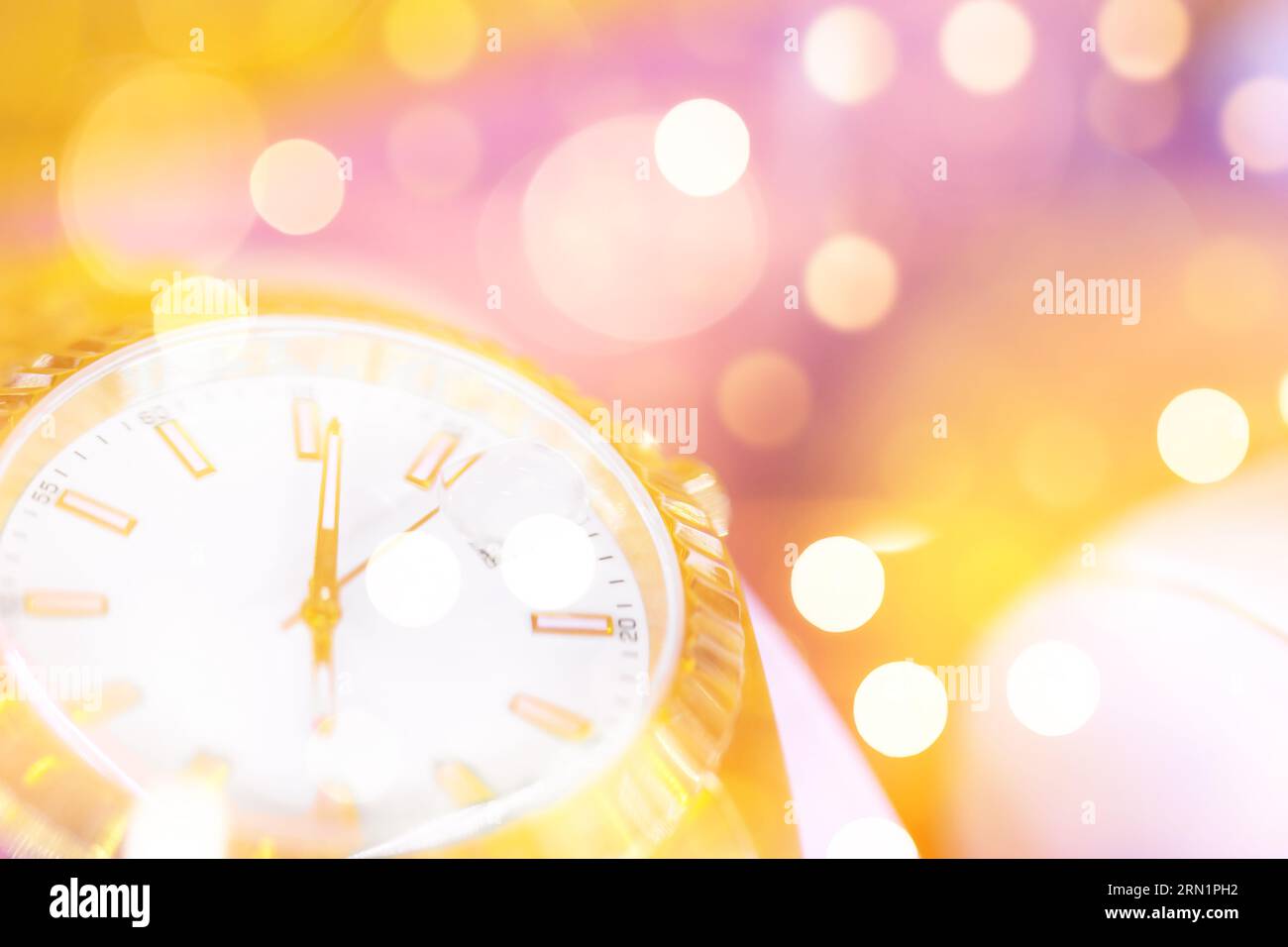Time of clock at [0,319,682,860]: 6:01
